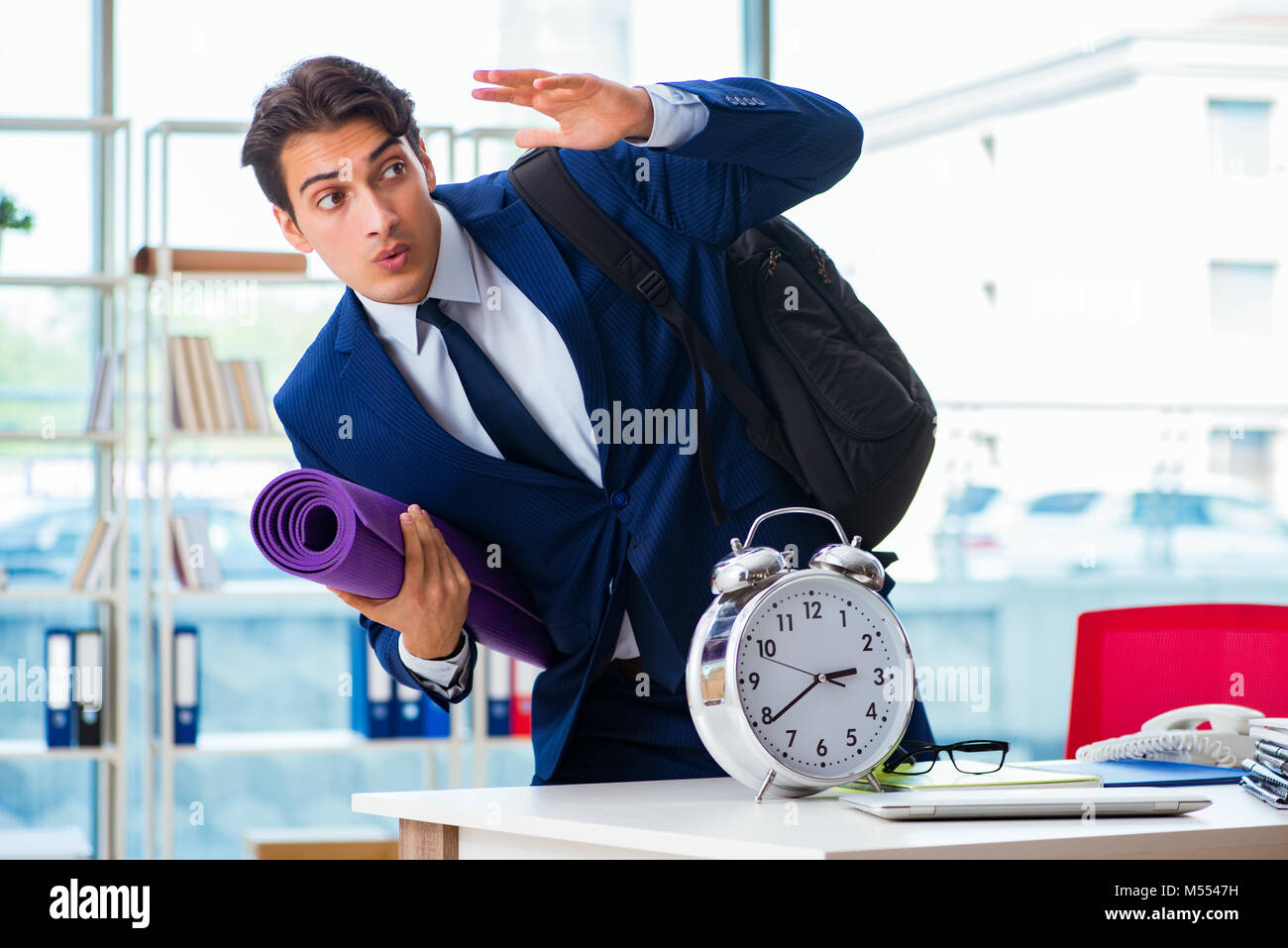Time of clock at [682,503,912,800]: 2:39
